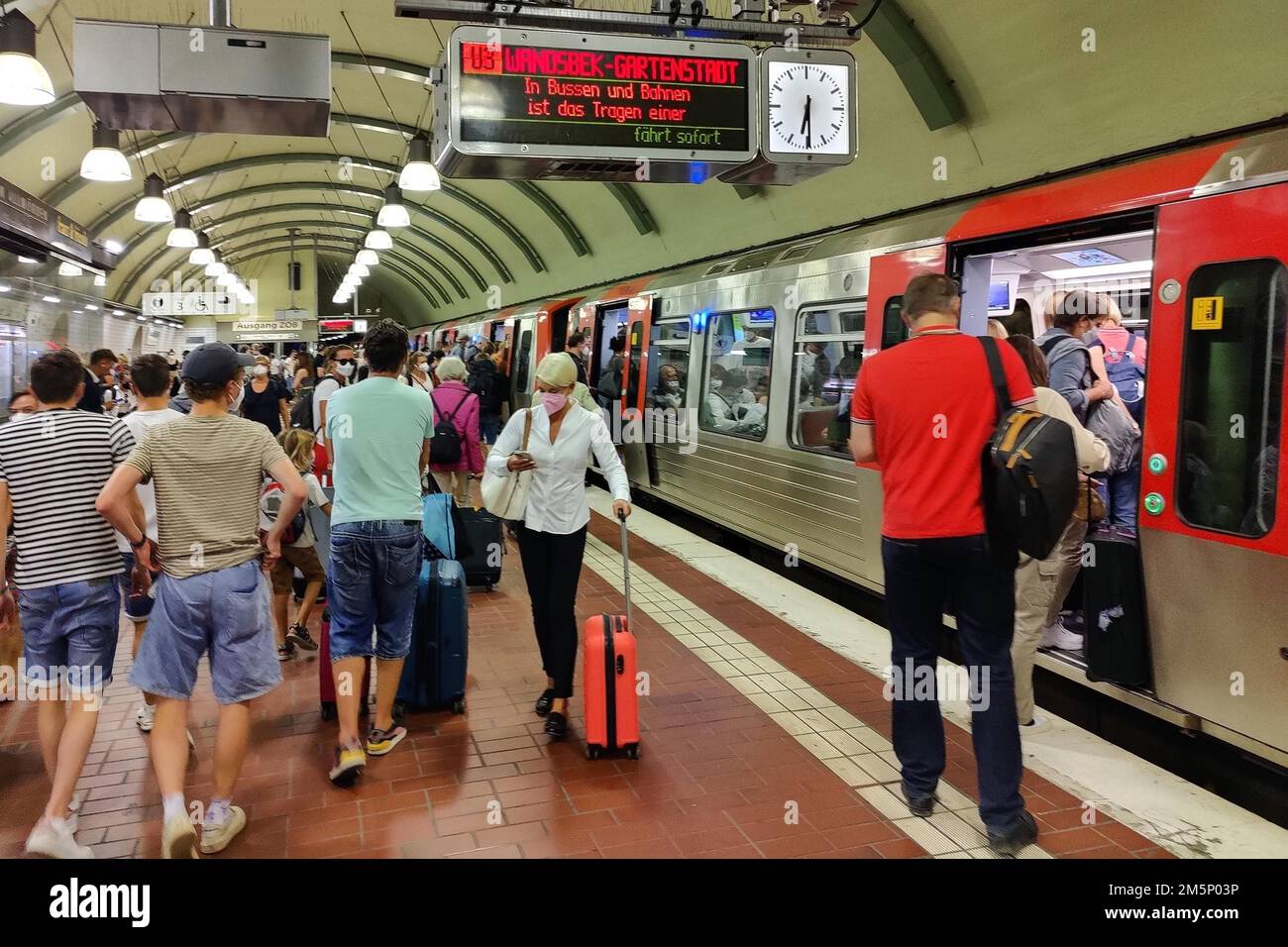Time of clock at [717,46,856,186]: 6:29
